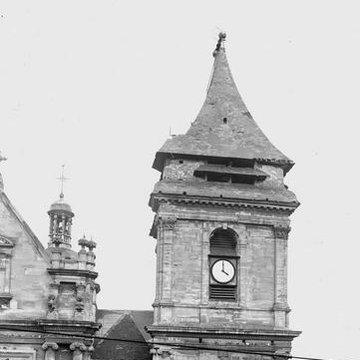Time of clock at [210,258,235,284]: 4:00
